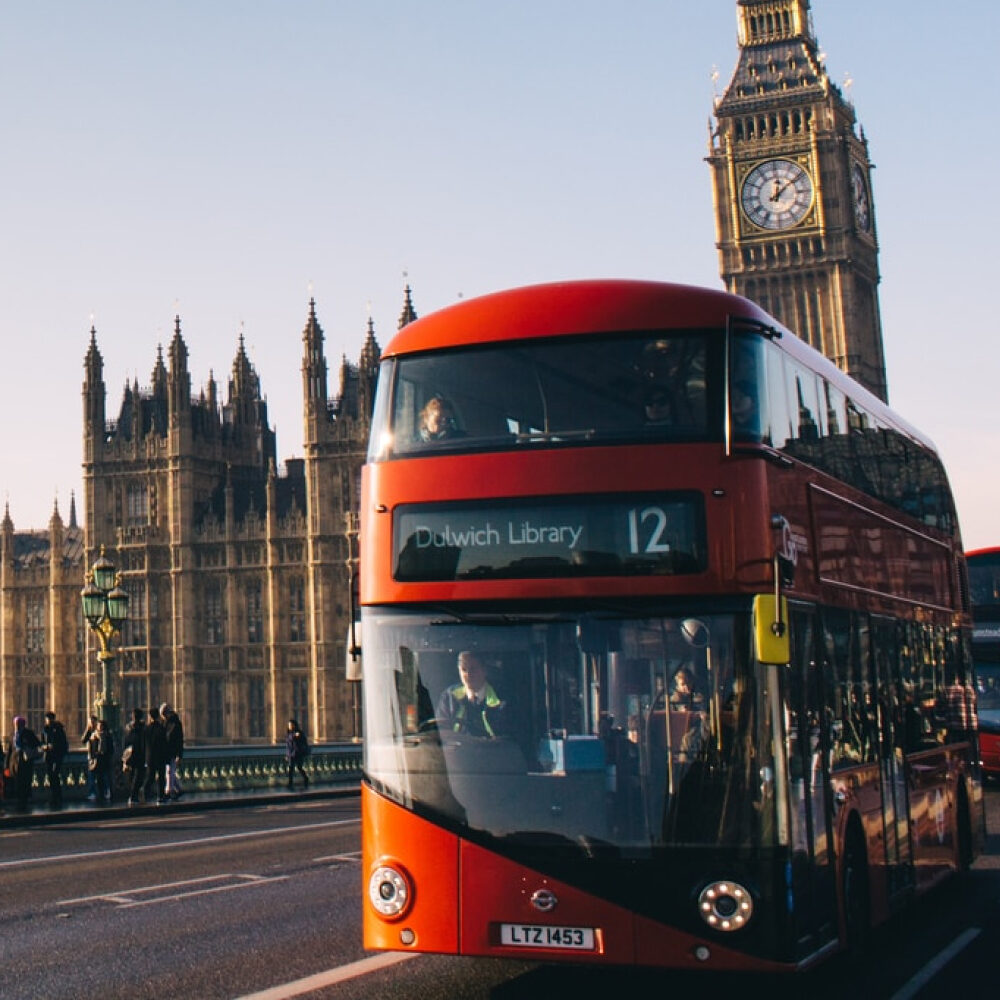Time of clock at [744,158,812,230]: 12:09
